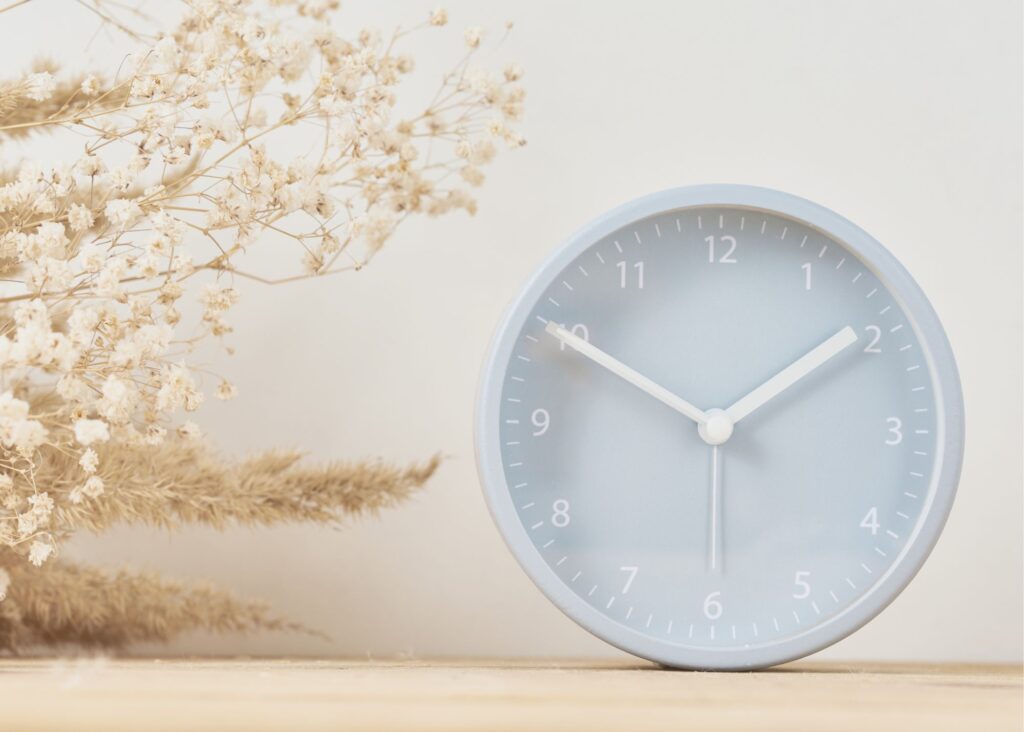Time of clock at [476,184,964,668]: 1:50
